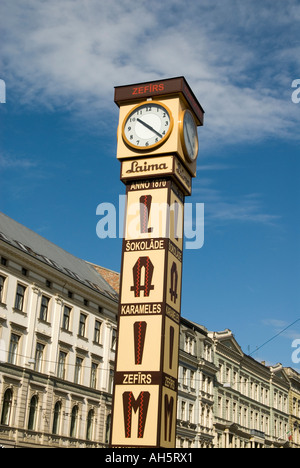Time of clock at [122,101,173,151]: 10:22
